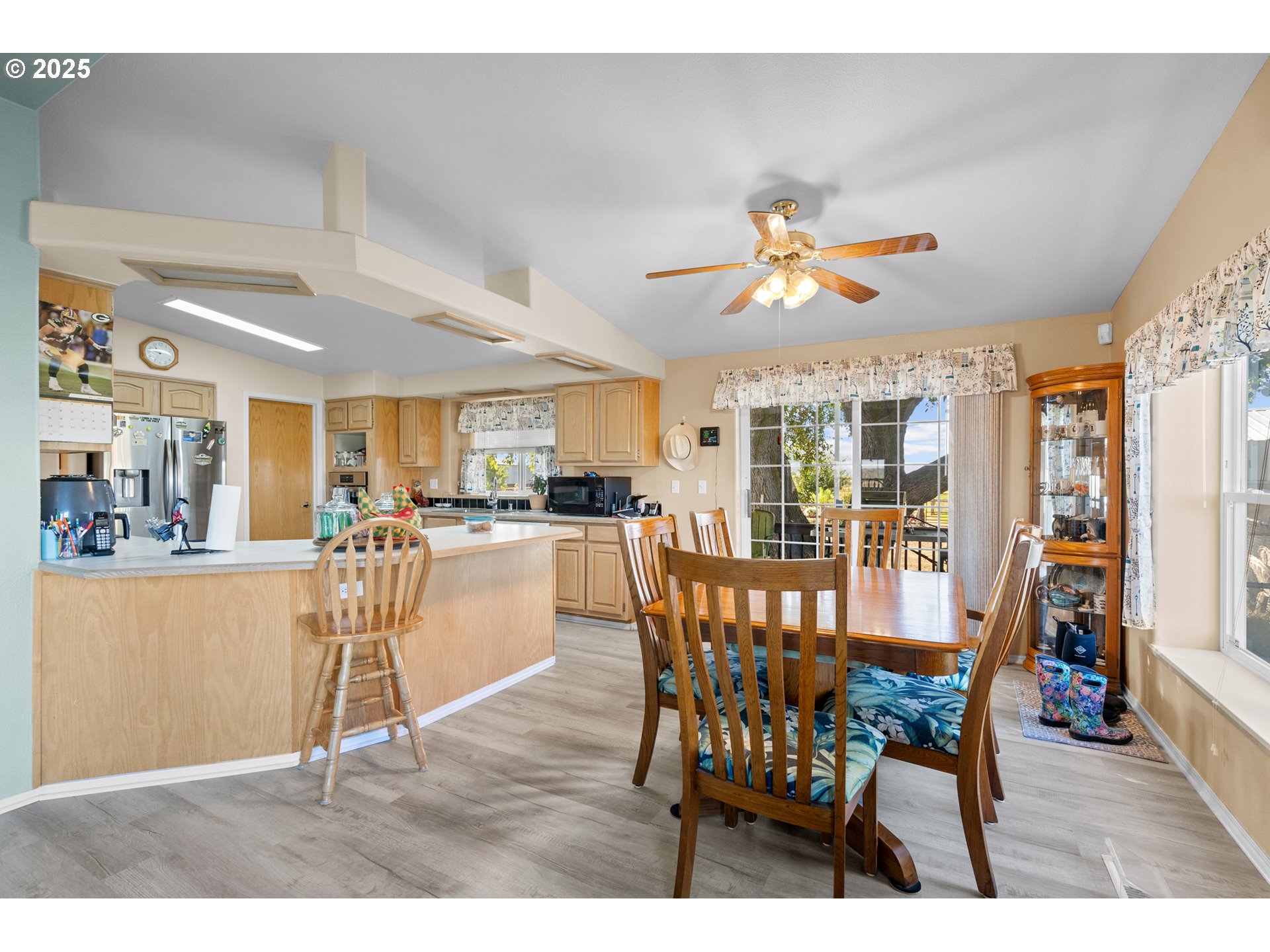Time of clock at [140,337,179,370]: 6:45
